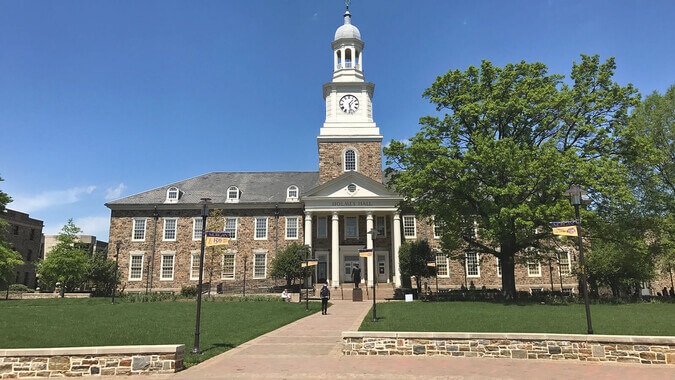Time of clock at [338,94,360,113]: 1:28
